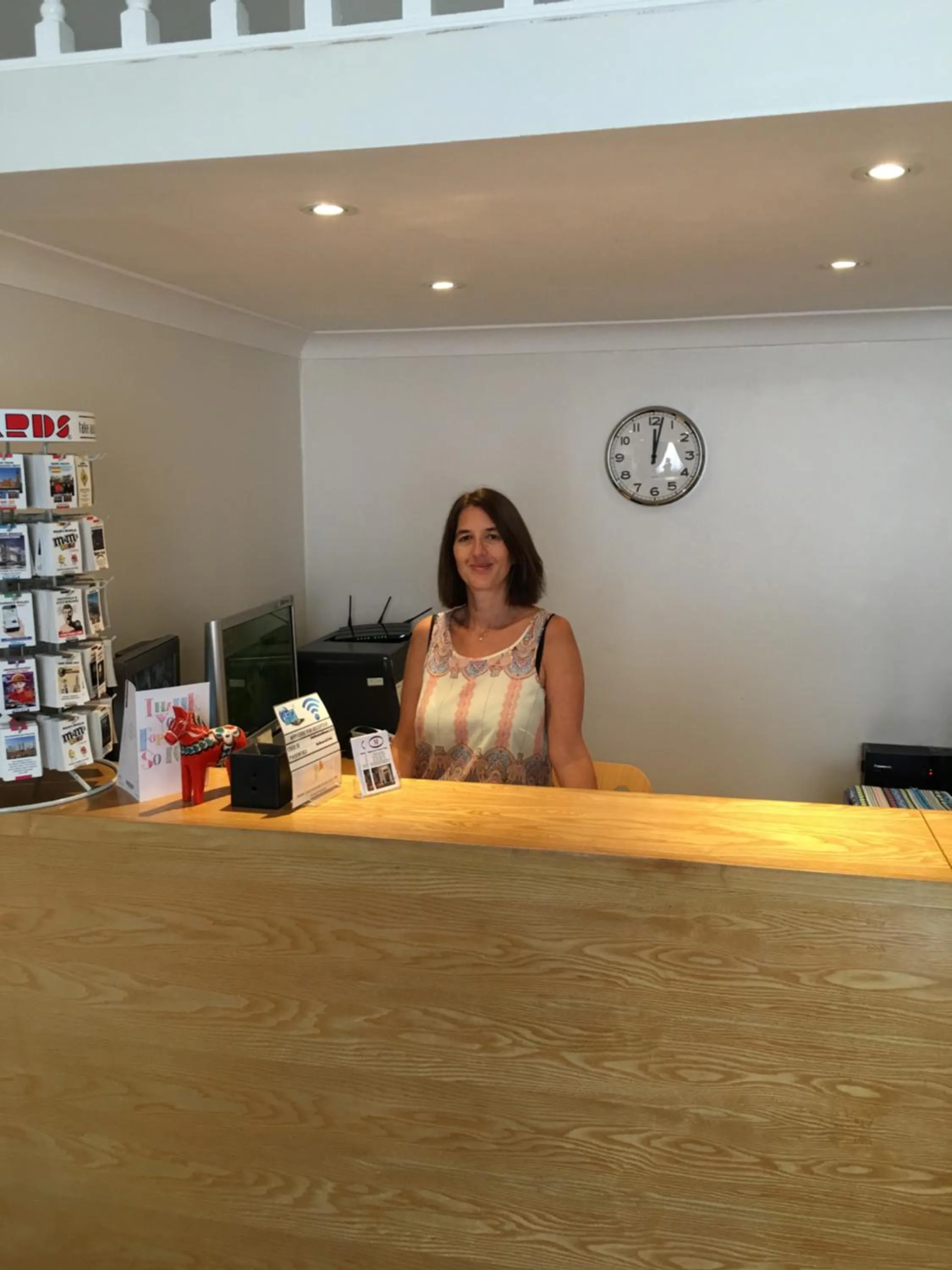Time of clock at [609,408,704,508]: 12:02
